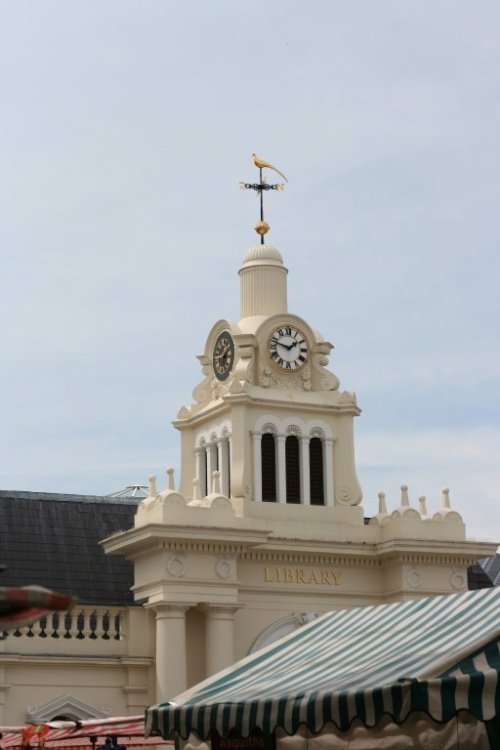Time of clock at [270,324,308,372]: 1:47
